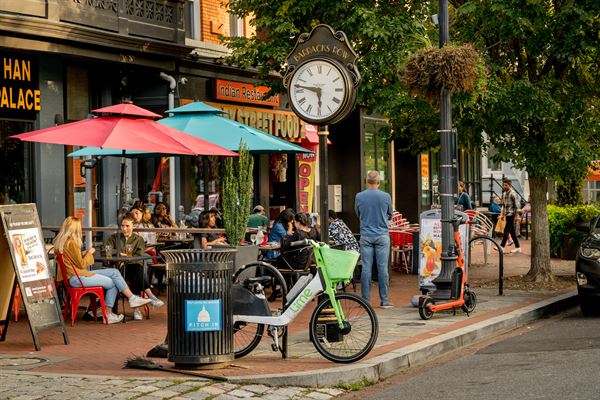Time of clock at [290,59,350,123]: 5:46
